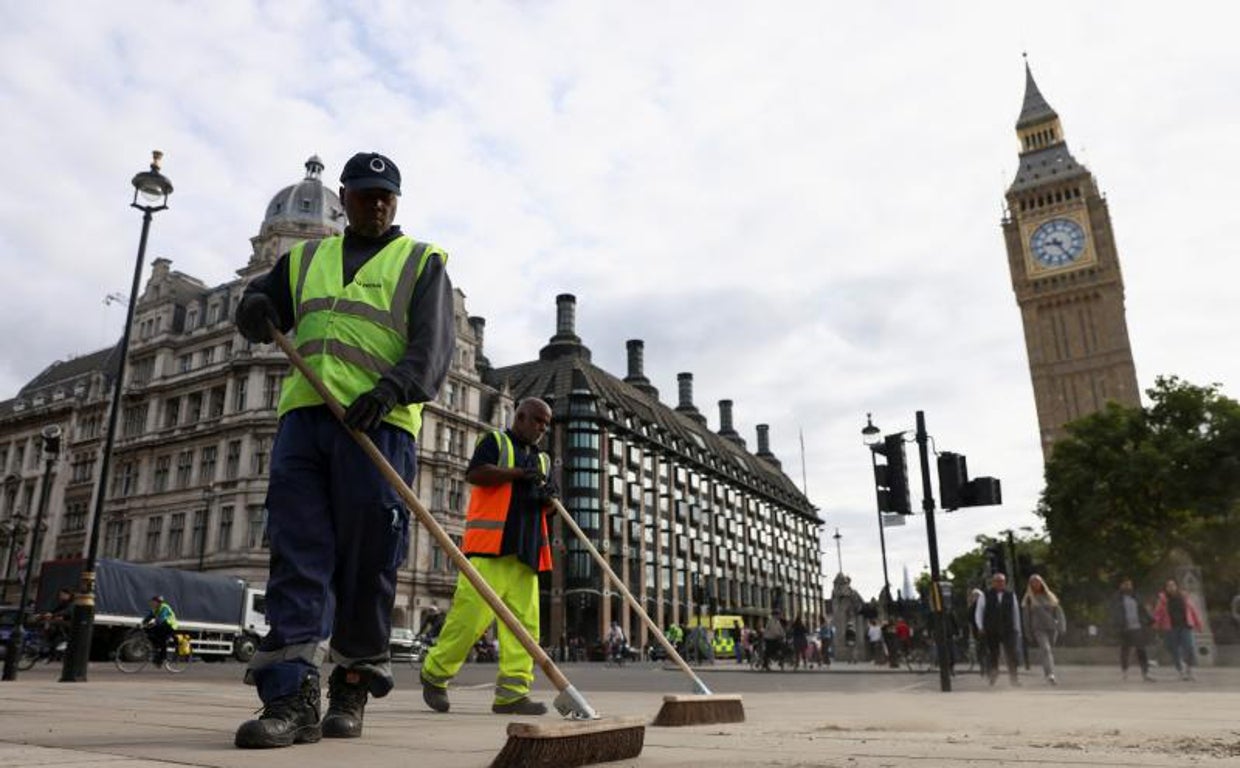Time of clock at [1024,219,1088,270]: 9:25
